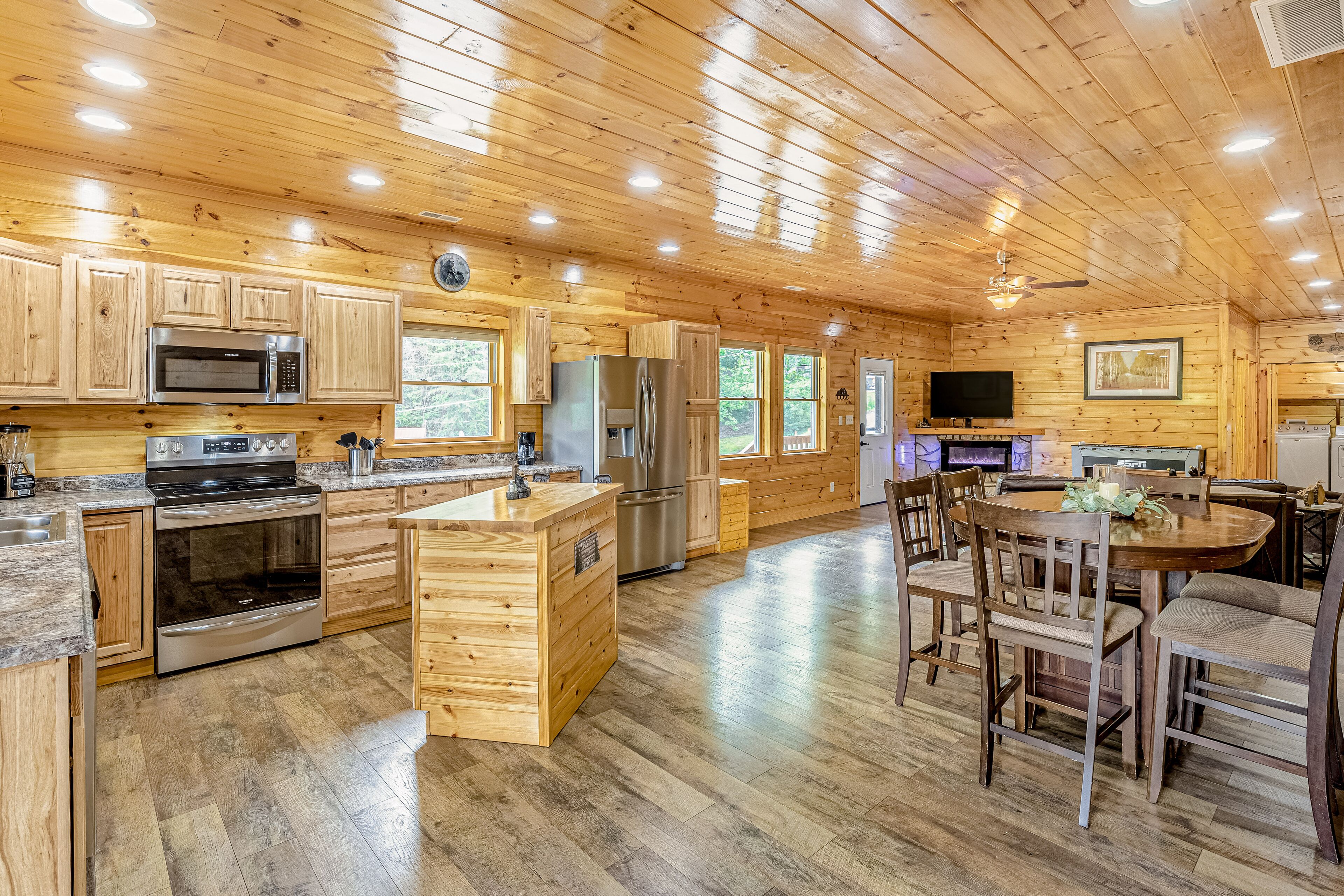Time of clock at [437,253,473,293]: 3:24
